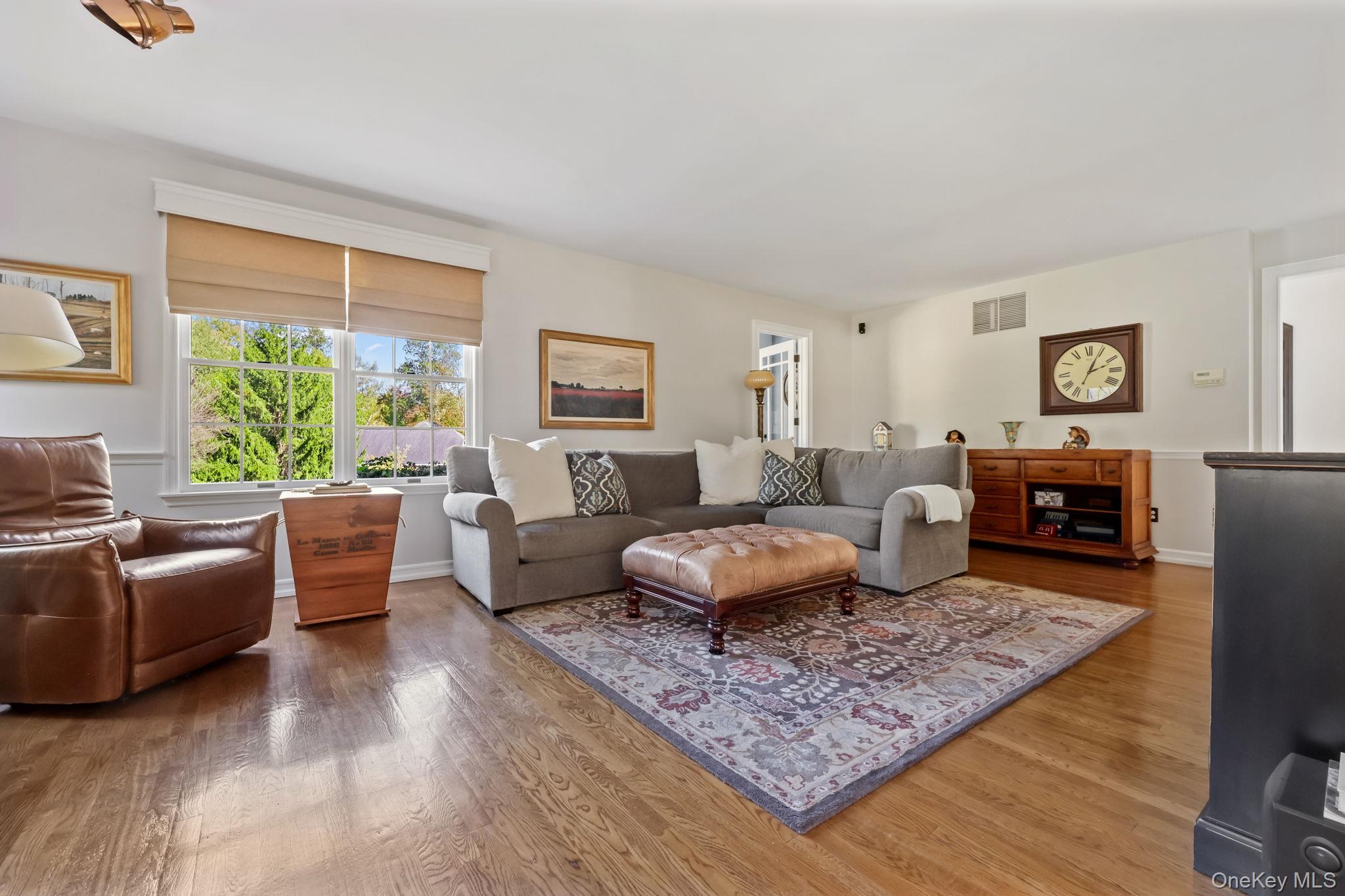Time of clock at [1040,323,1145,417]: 2:04
